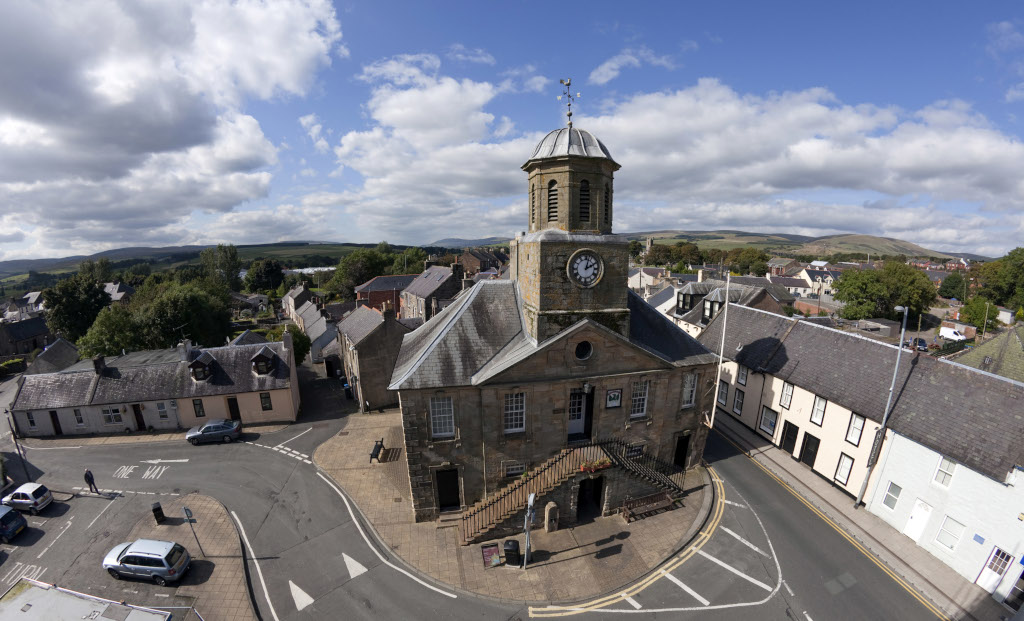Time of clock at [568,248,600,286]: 2:02
